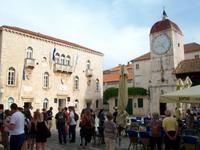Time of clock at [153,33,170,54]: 4:42
